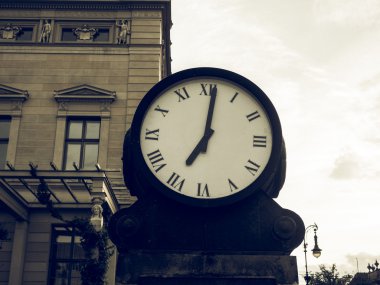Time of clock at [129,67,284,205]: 7:01
